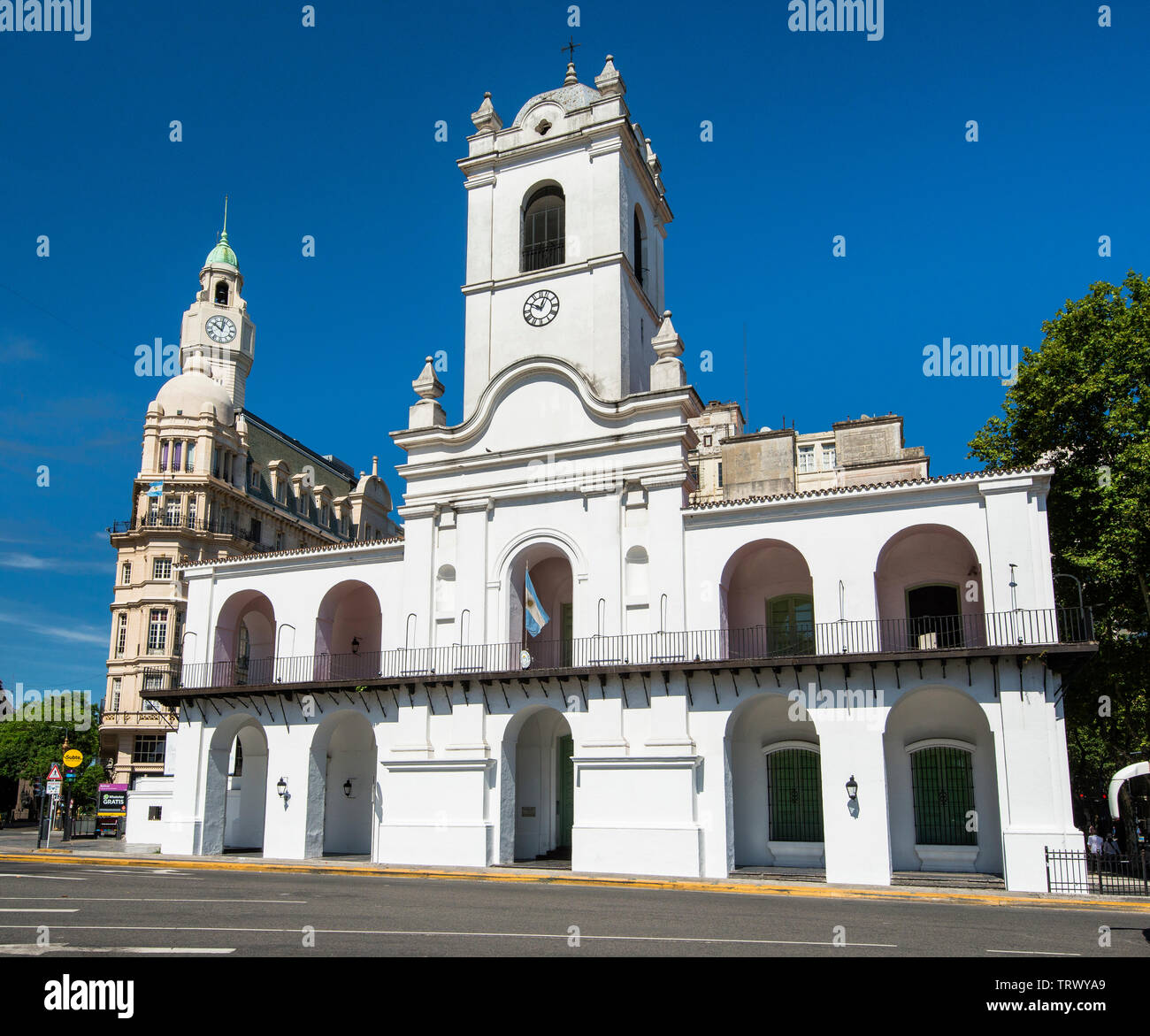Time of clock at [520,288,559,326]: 10:03
